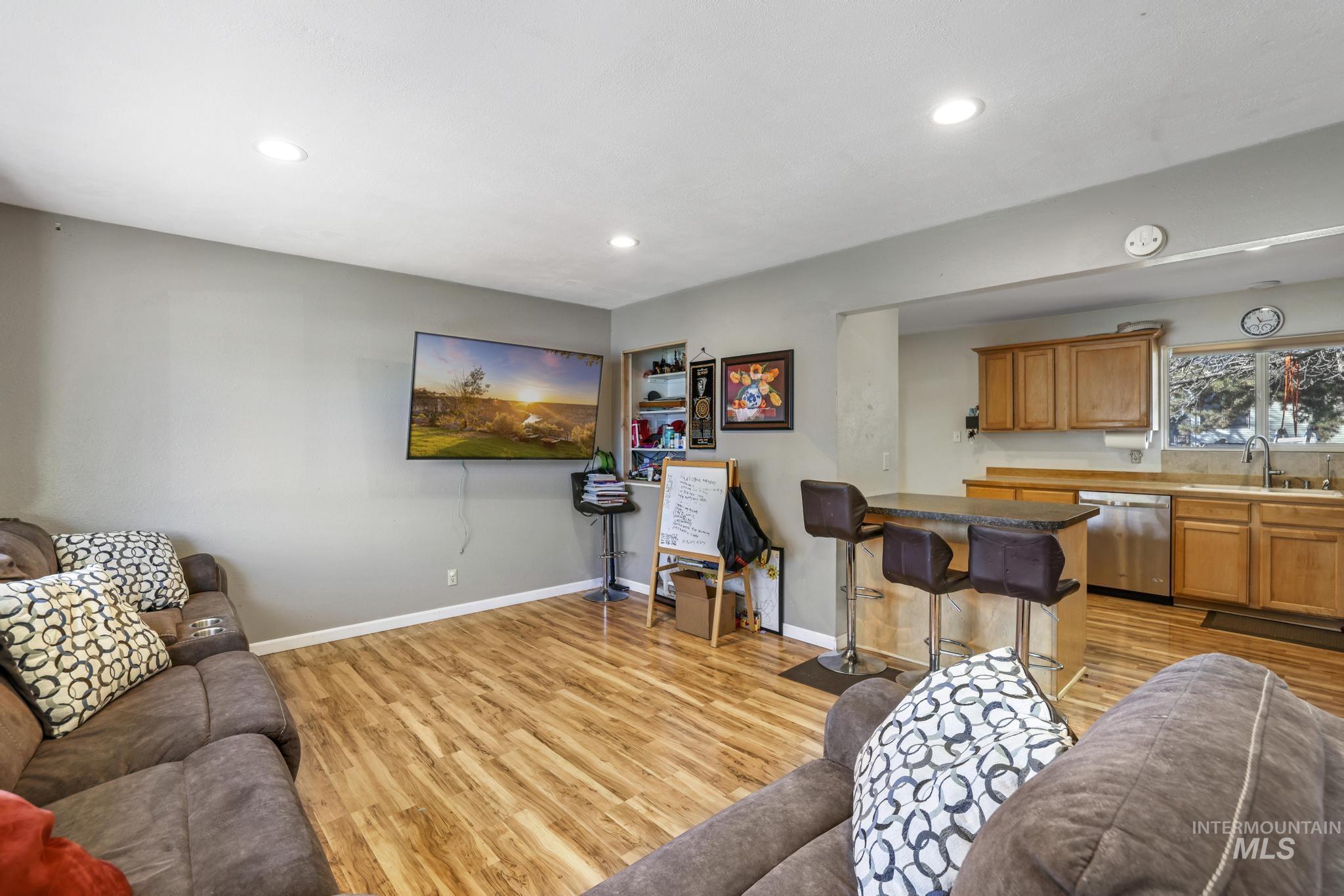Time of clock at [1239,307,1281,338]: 11:14
